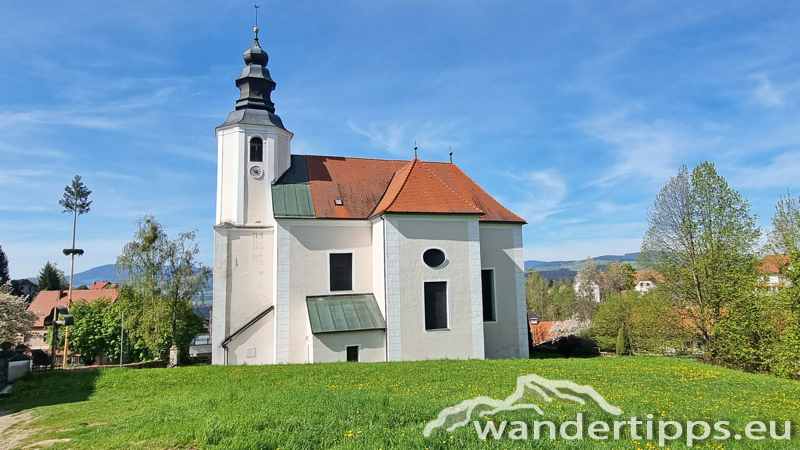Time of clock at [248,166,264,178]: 4:52
